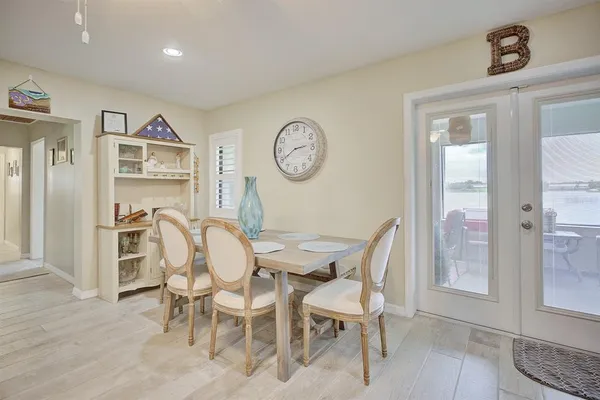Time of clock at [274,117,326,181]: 2:40
